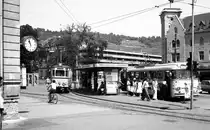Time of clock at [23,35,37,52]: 10:57
